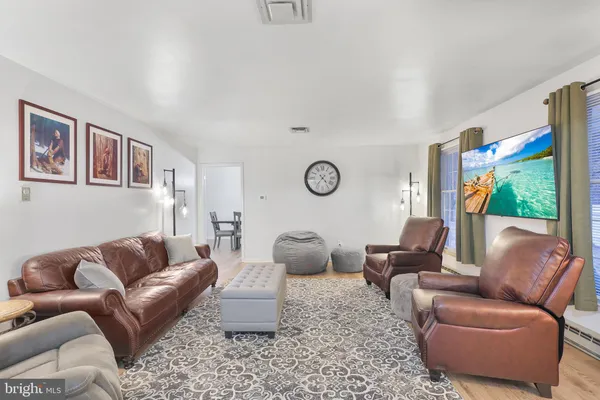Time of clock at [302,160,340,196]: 4:36
